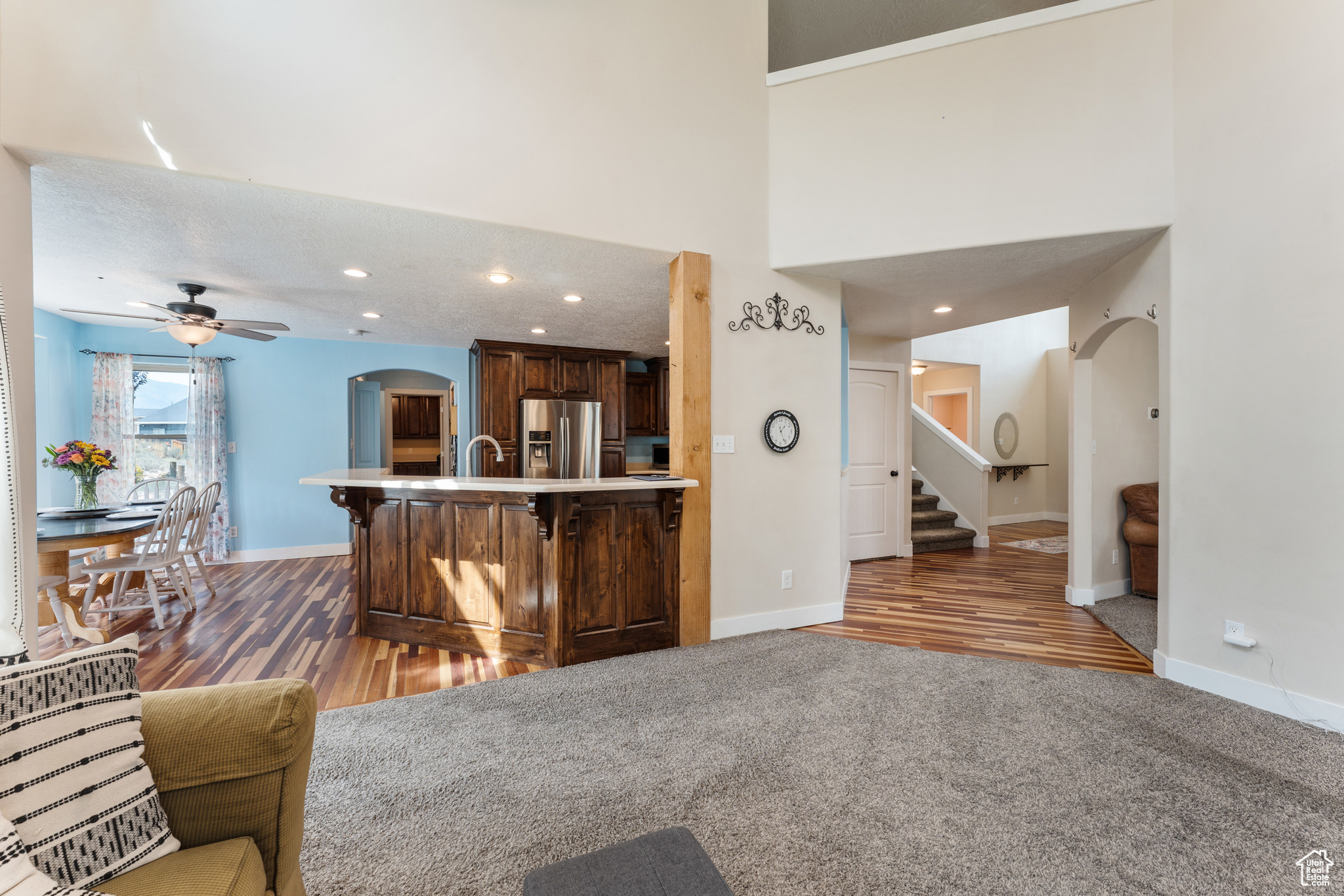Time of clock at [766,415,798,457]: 1:26
